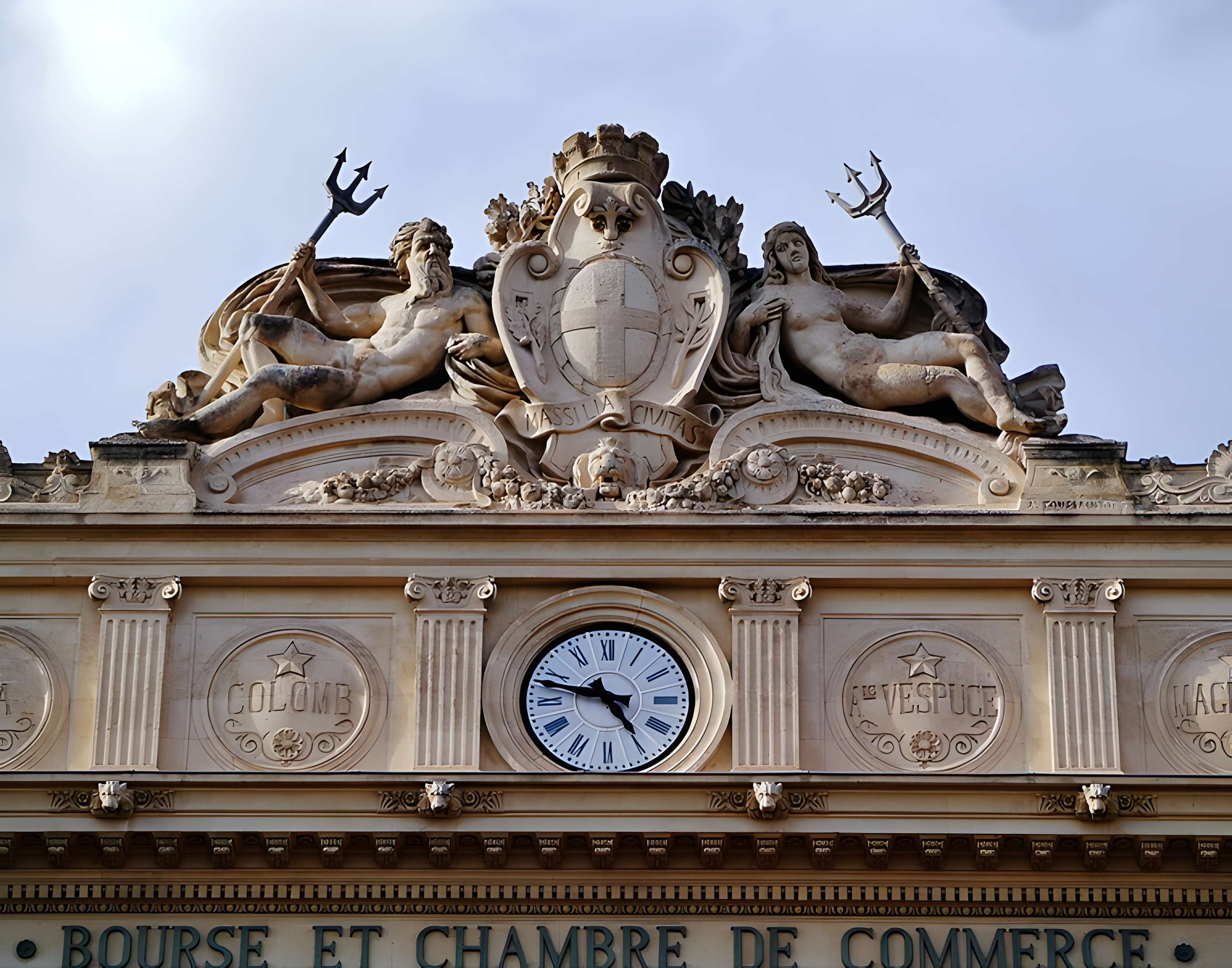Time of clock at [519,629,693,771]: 4:47
